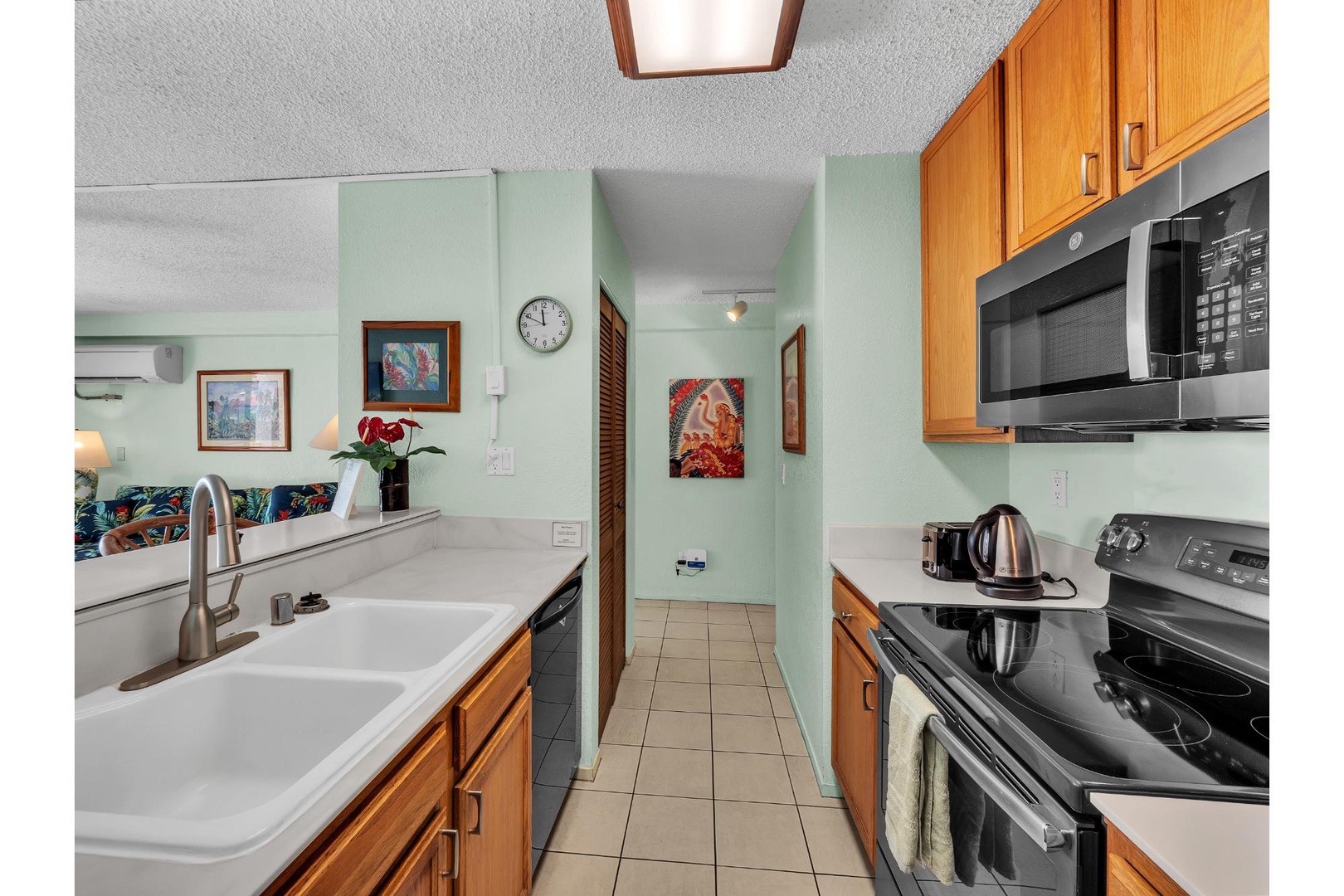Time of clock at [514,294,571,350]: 11:49
